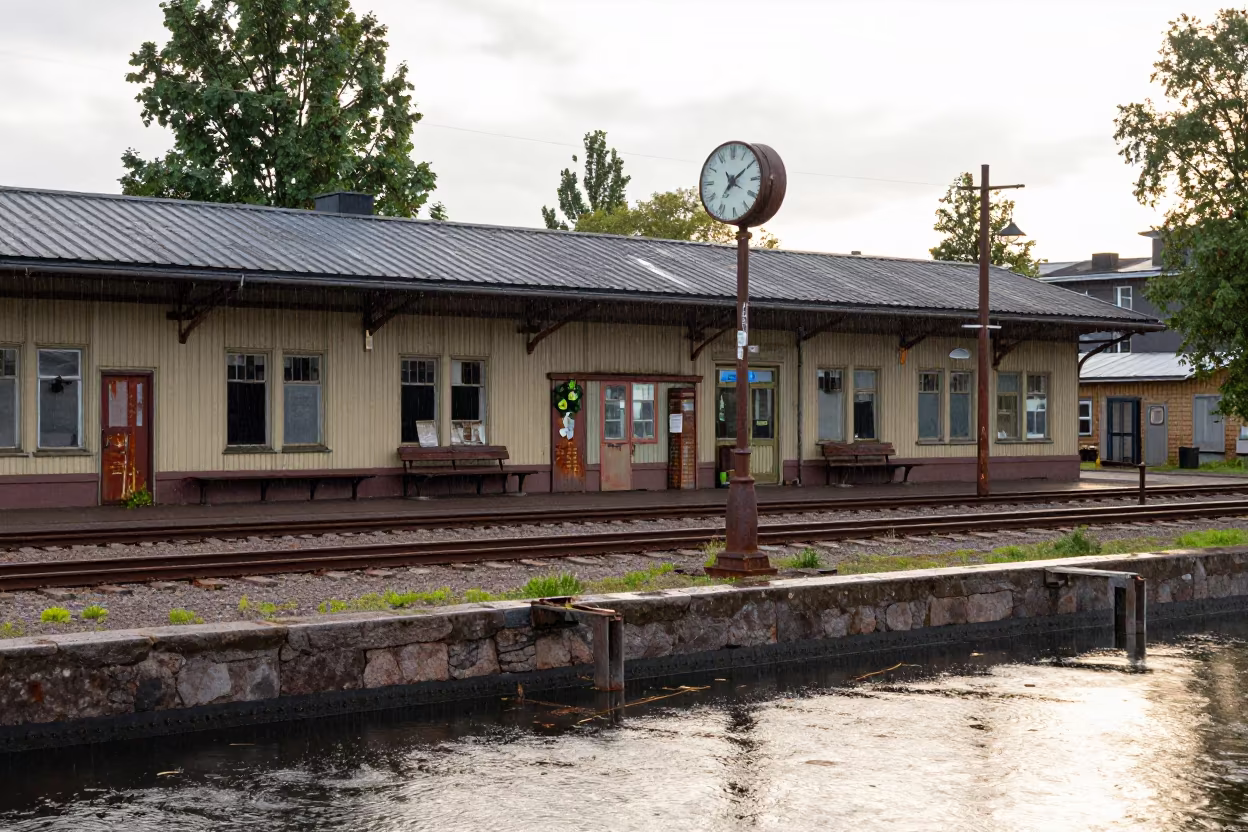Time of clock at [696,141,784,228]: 7:09
